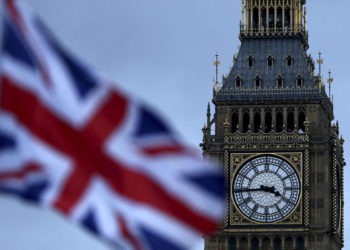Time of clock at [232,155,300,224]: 3:44
